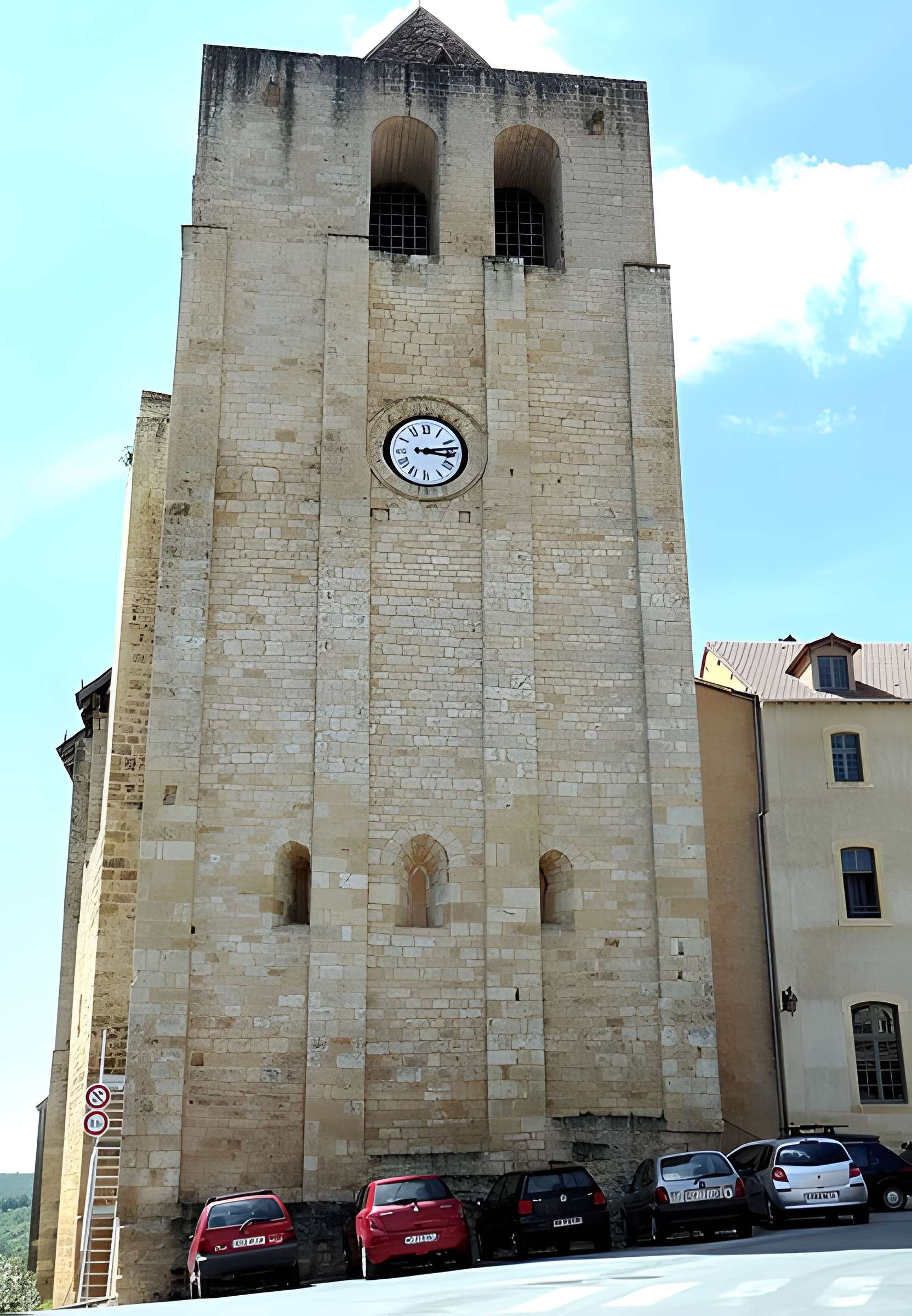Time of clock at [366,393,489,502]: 3:13
